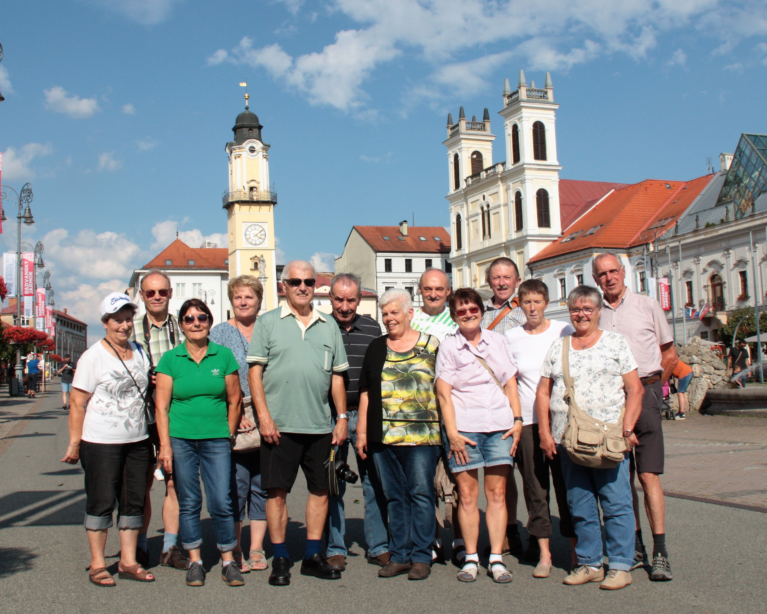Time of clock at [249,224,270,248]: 4:08
